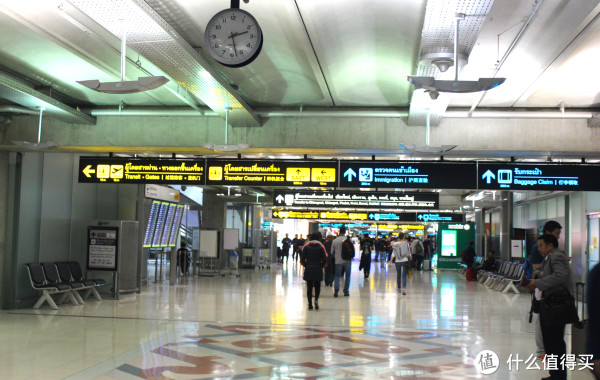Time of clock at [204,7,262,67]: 2:27
